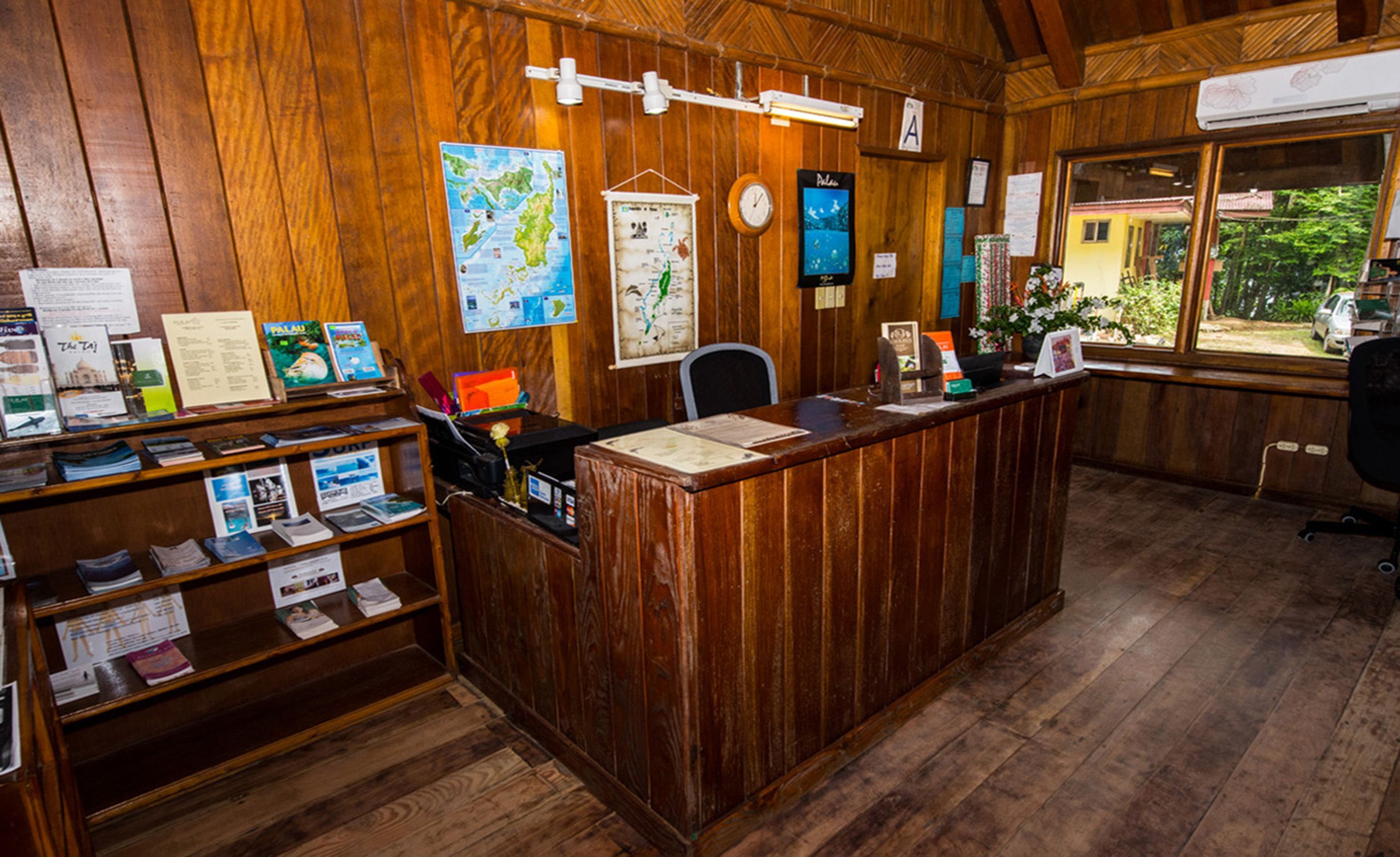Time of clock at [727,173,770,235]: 12:07
